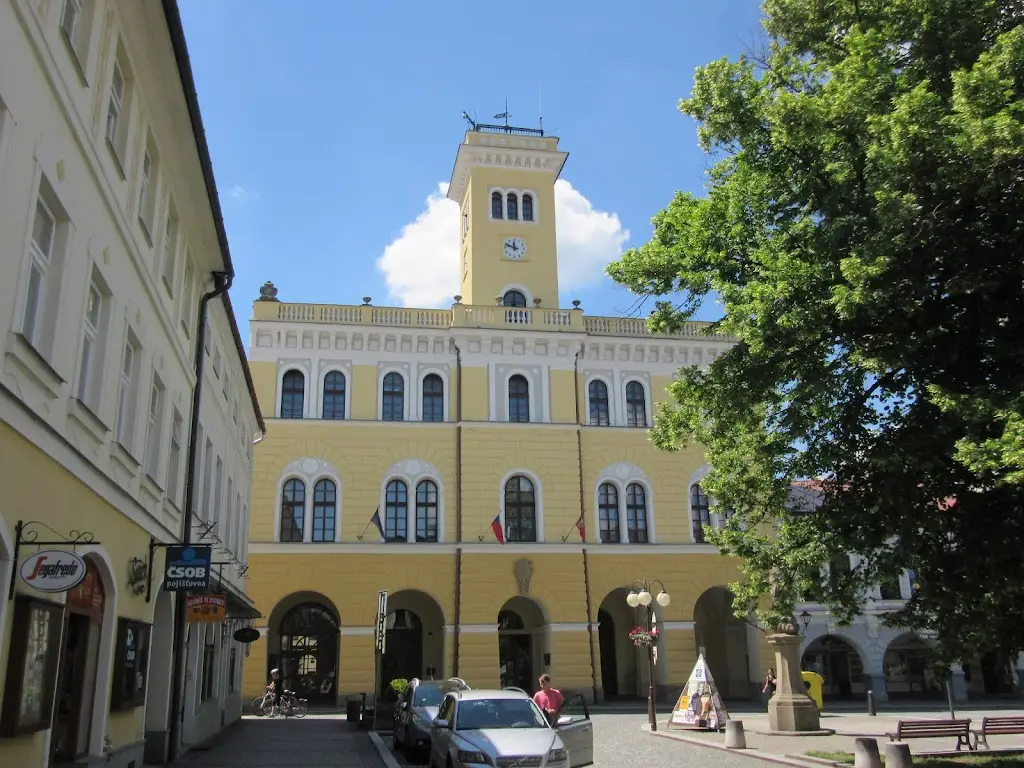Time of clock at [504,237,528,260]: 11:48
